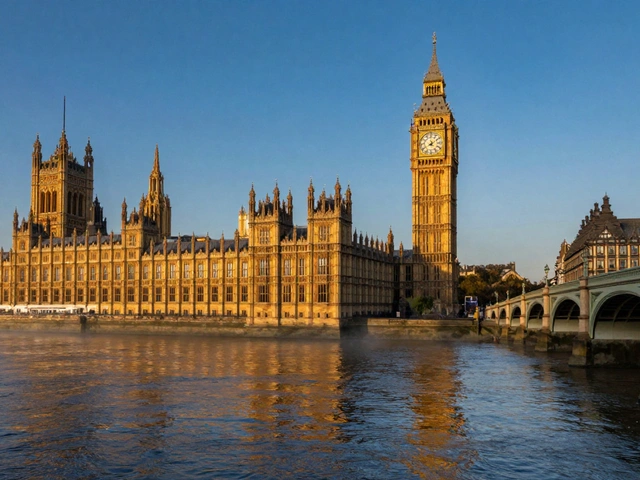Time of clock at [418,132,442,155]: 8:09
